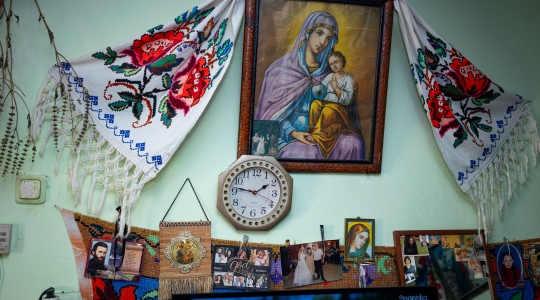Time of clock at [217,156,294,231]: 1:46
